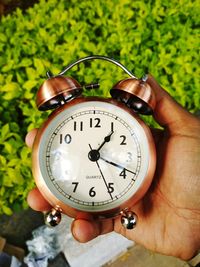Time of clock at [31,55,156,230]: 1:18
